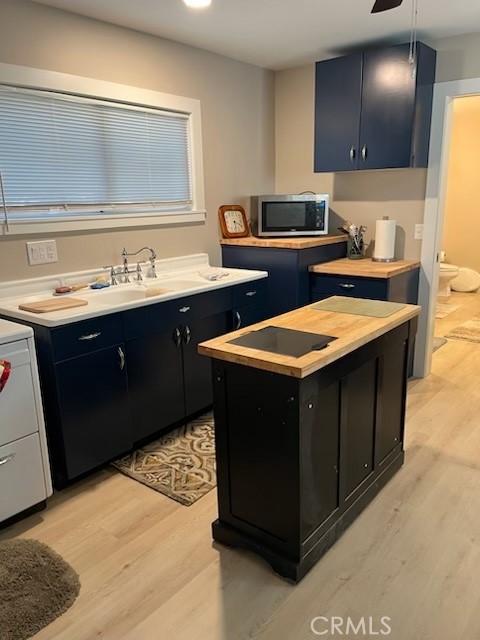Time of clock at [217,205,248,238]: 6:19
